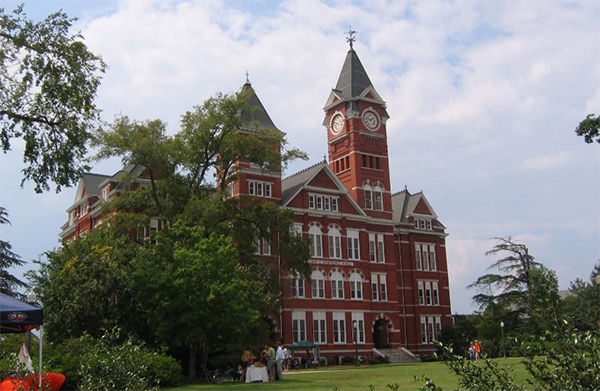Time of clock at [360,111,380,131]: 1:47
